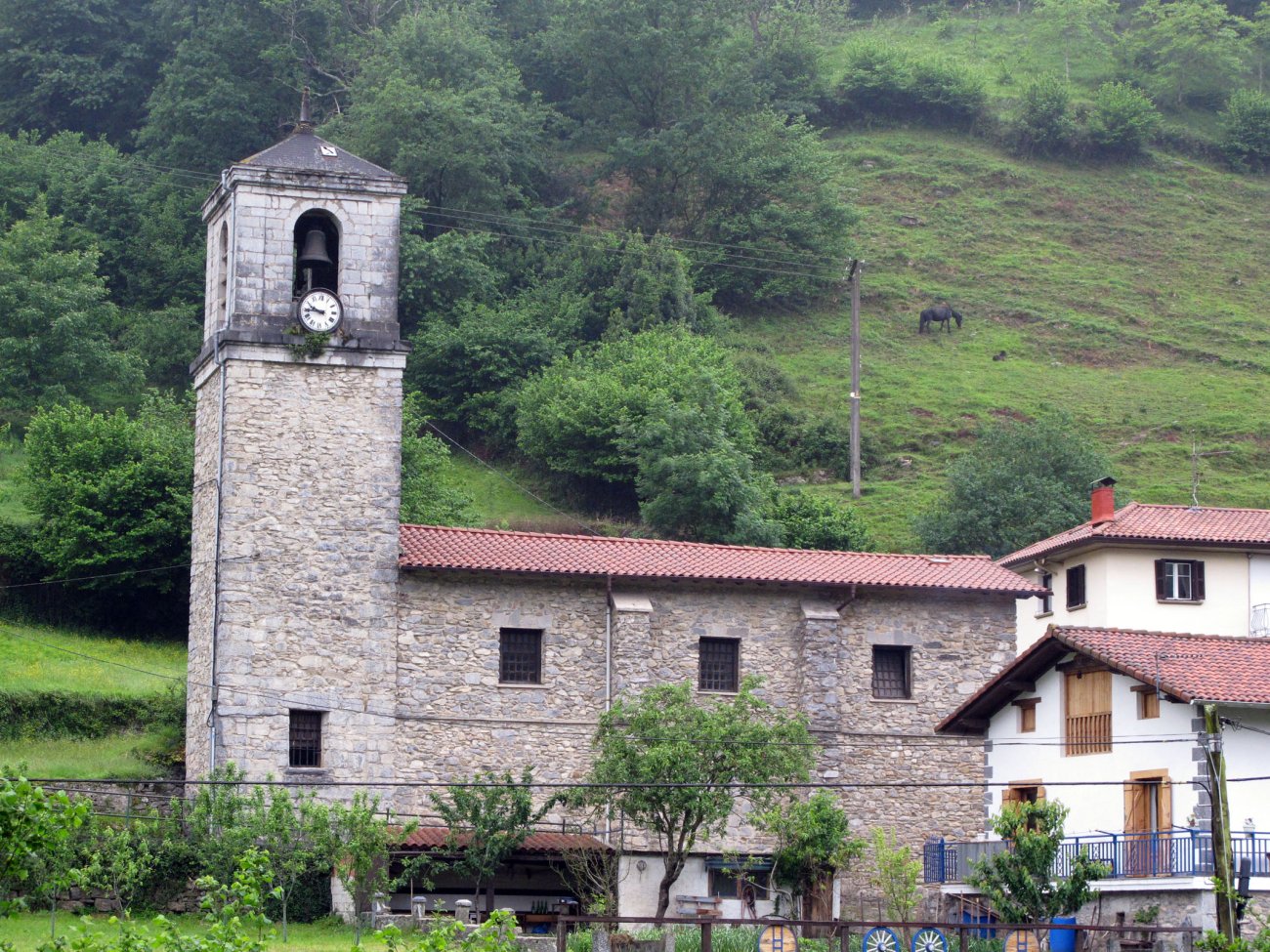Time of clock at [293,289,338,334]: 9:44
